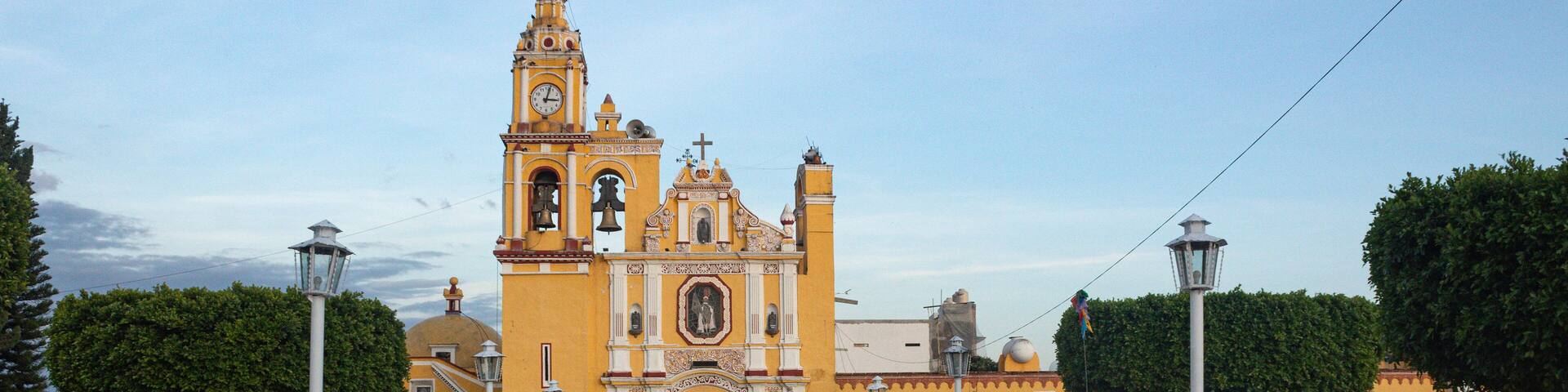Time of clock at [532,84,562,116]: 3:02
